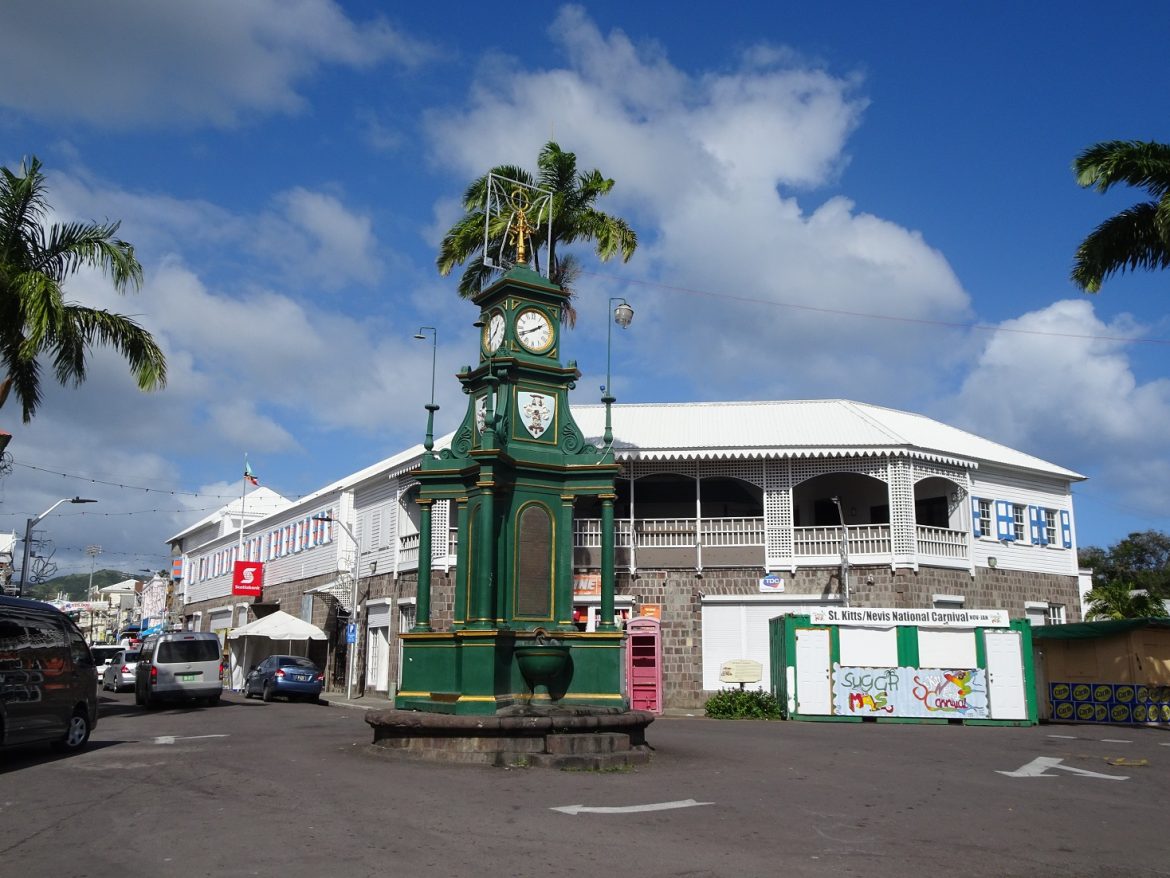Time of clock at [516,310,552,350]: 1:41
